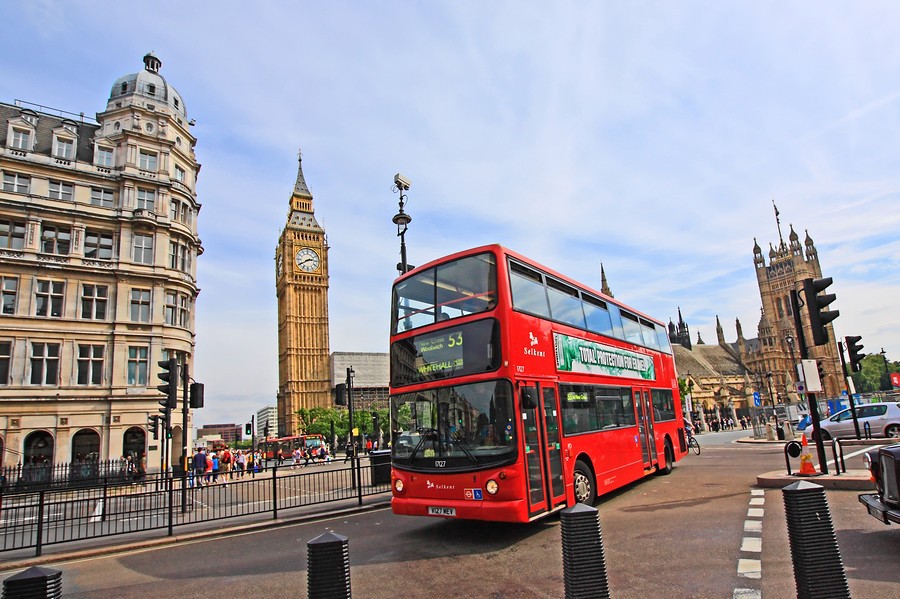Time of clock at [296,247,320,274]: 2:40
